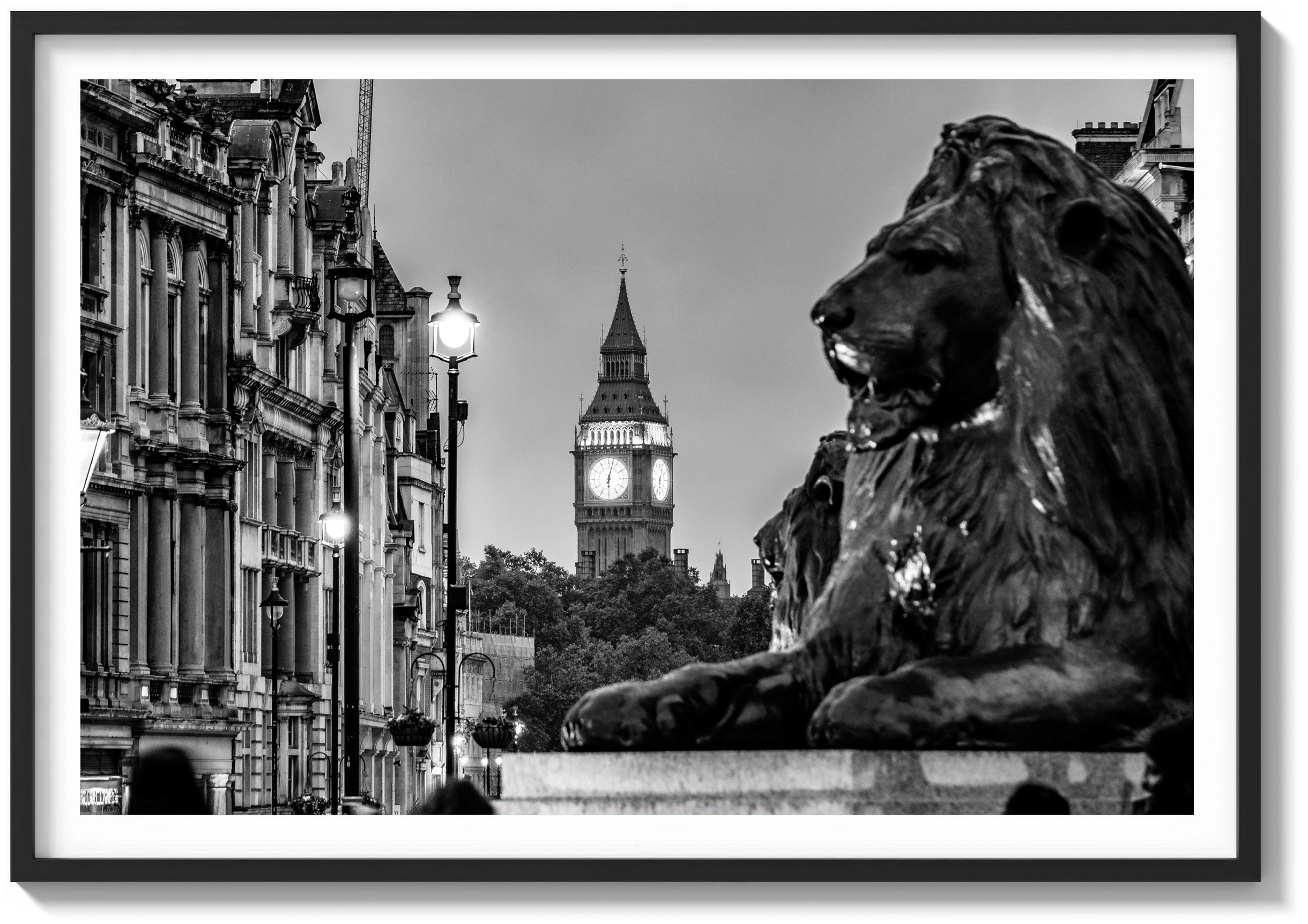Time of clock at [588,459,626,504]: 6:02
